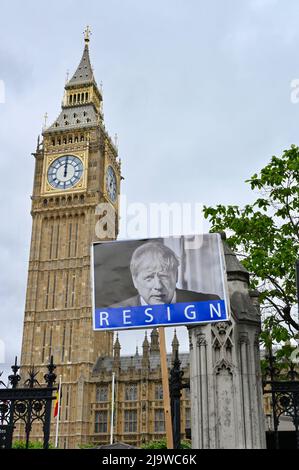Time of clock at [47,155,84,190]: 12:00
